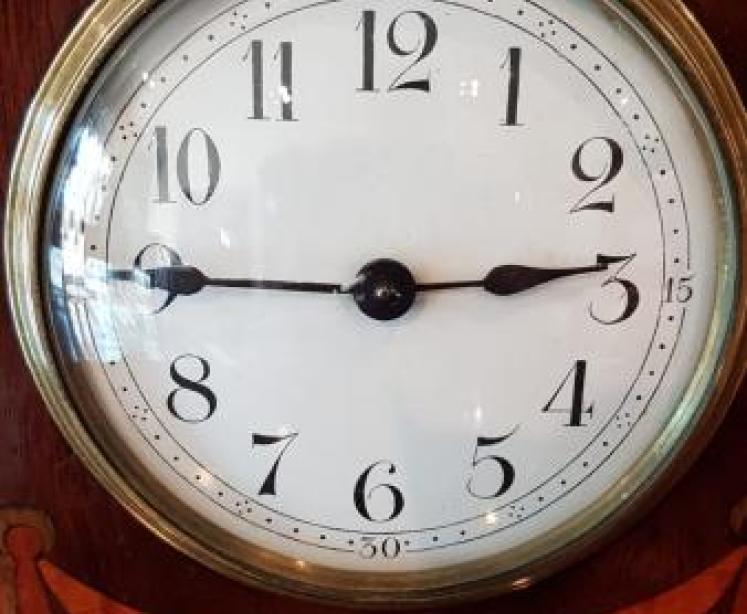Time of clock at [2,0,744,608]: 2:45
